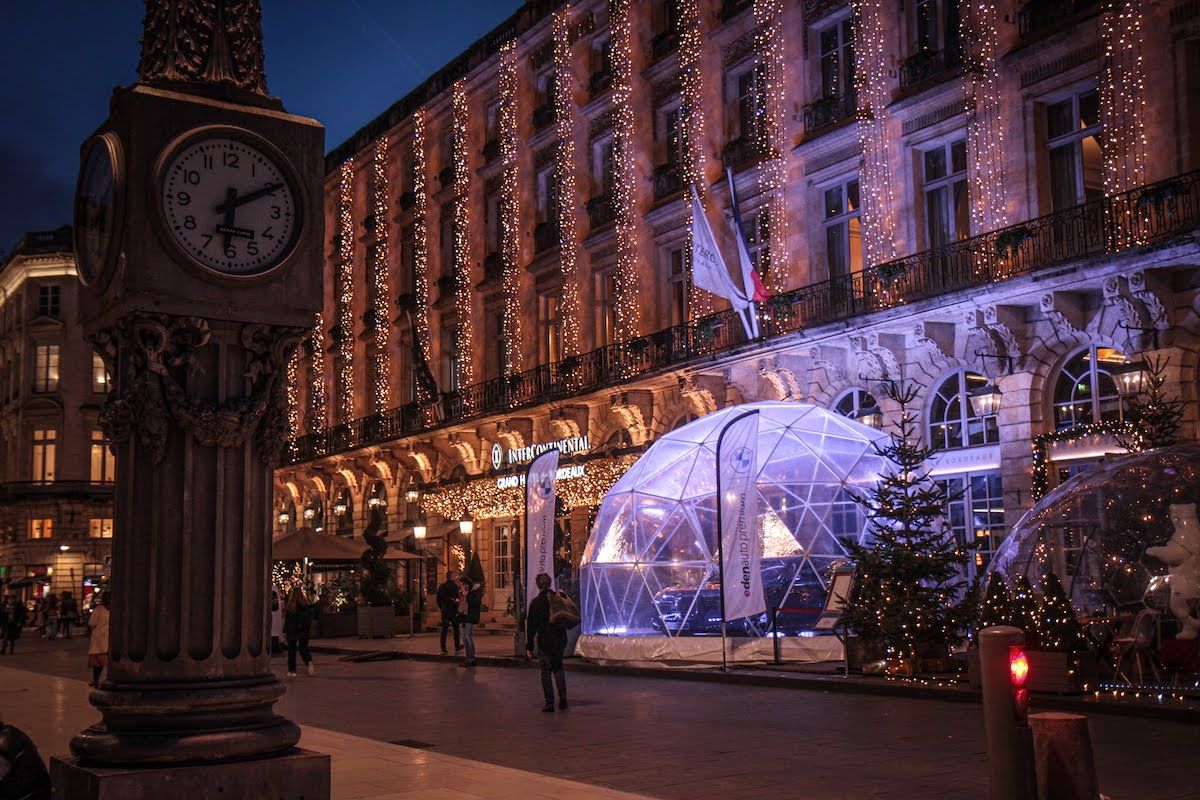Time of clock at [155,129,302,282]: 6:10
